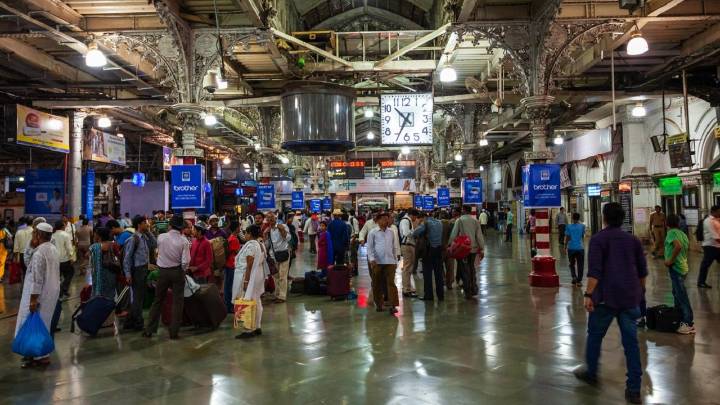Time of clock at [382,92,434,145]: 10:34
